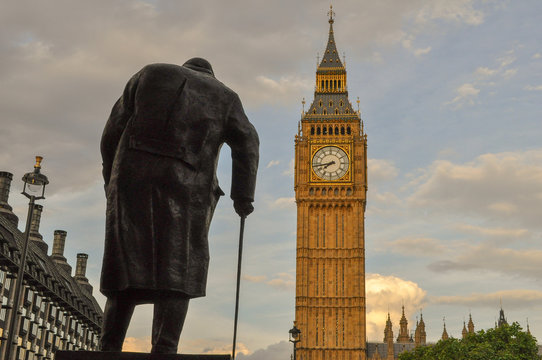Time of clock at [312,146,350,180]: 7:43
